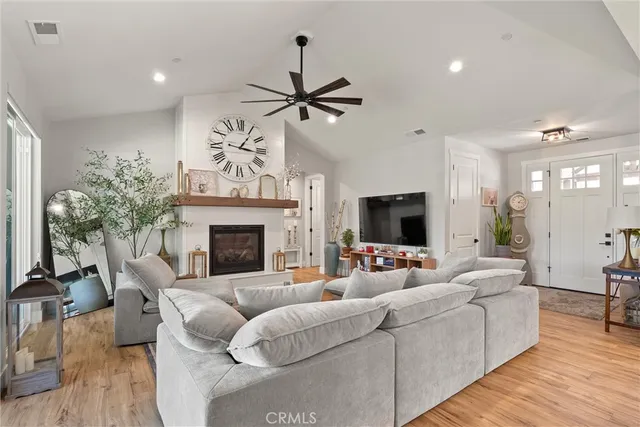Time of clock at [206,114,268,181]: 1:16
